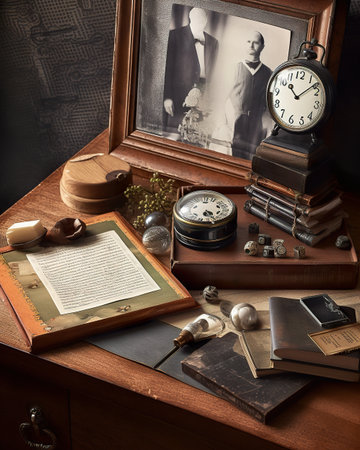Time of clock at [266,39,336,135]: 10:07
